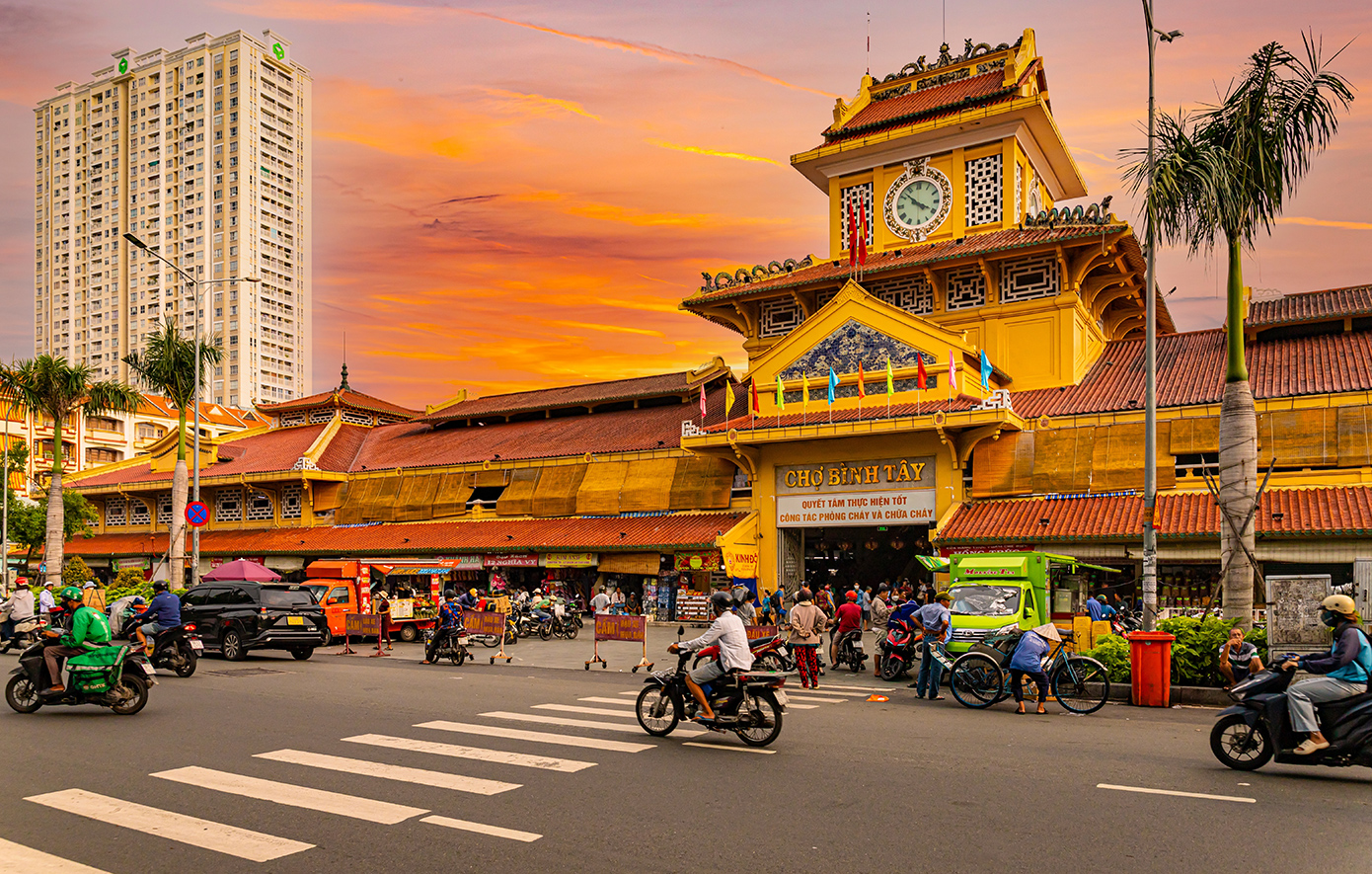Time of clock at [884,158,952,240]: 3:52
